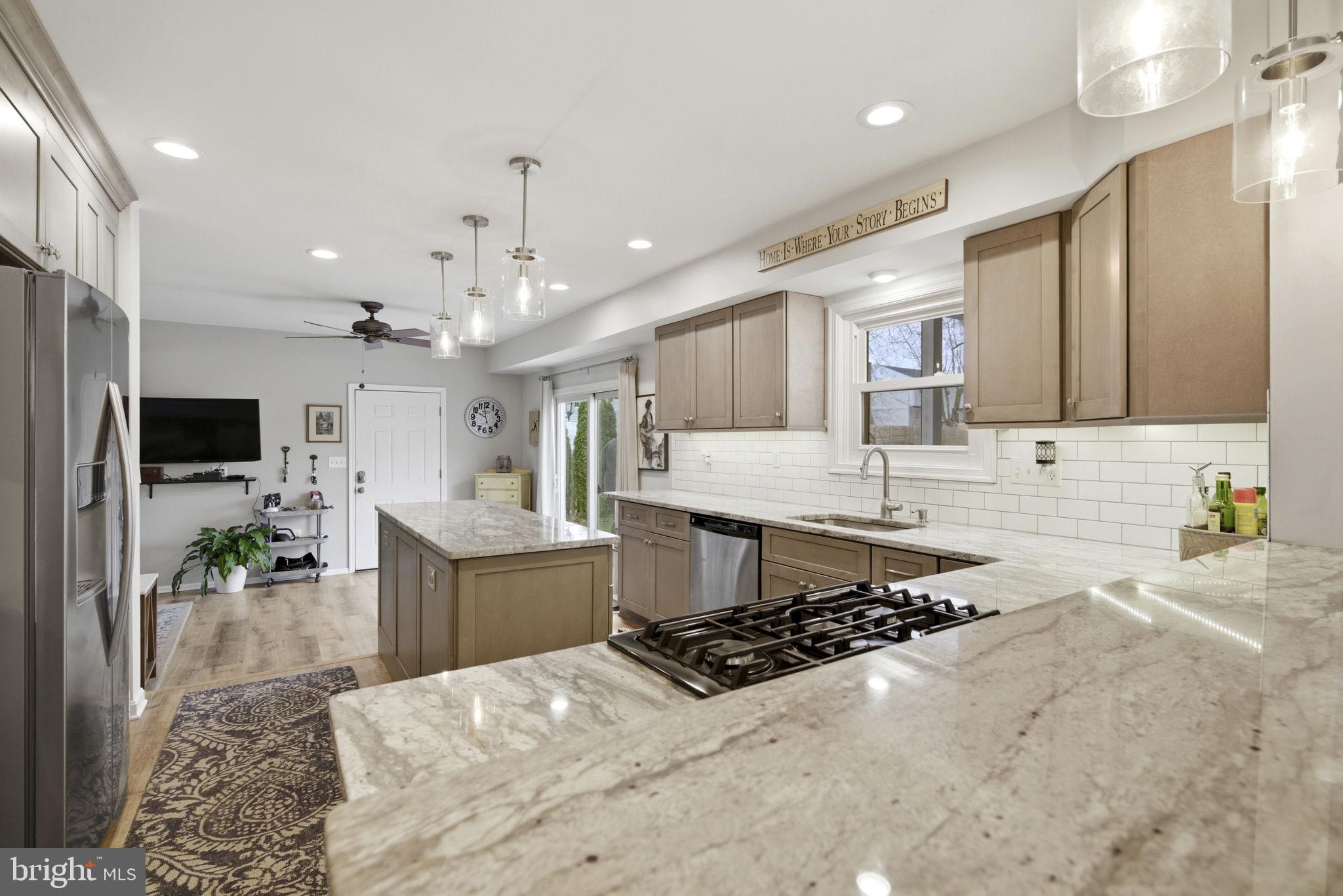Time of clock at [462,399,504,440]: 9:58
